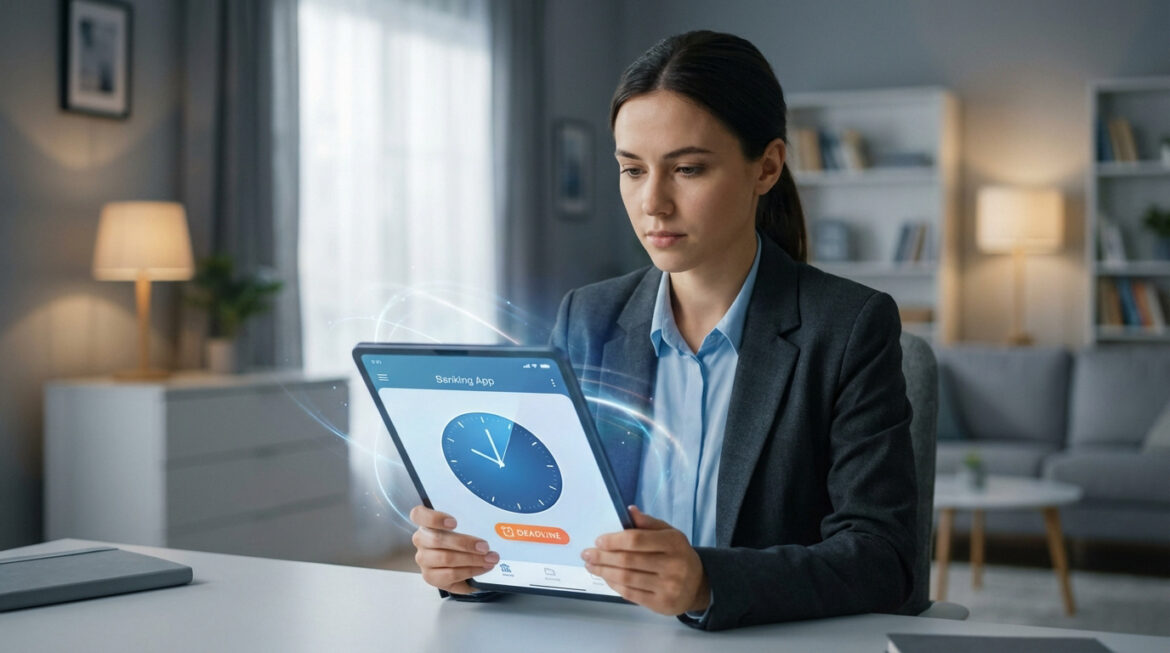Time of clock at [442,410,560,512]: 10:00
